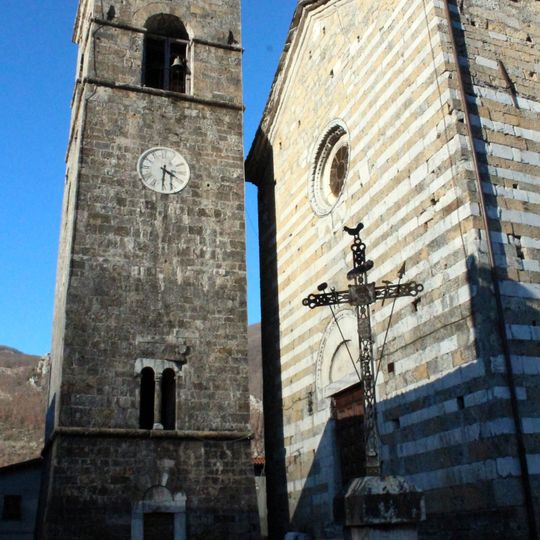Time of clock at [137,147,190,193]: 3:30
